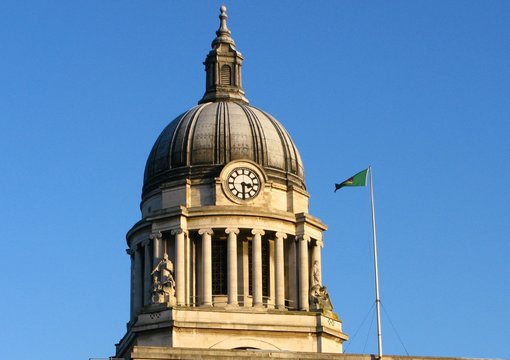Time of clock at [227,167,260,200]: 3:29
